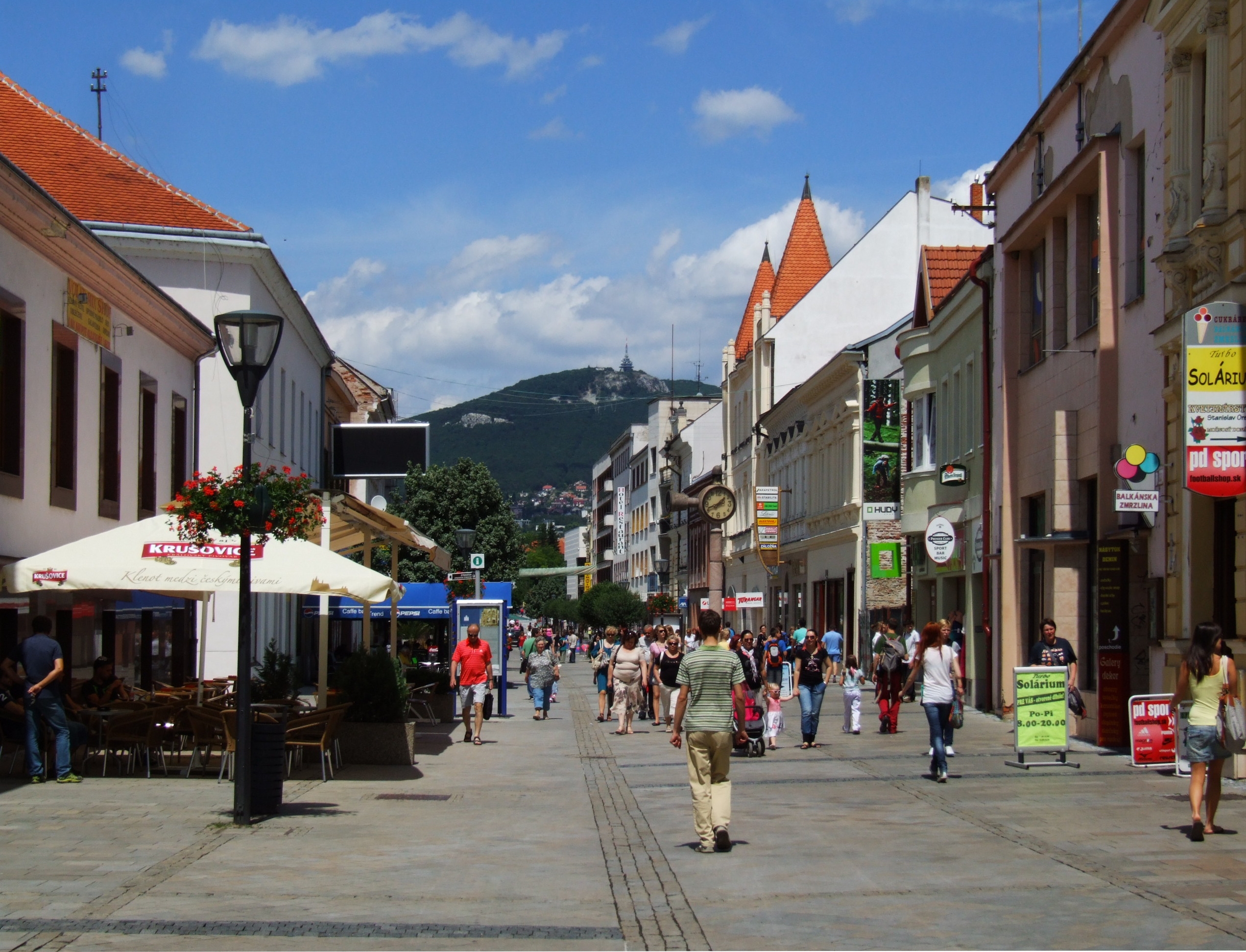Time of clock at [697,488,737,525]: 1:41
